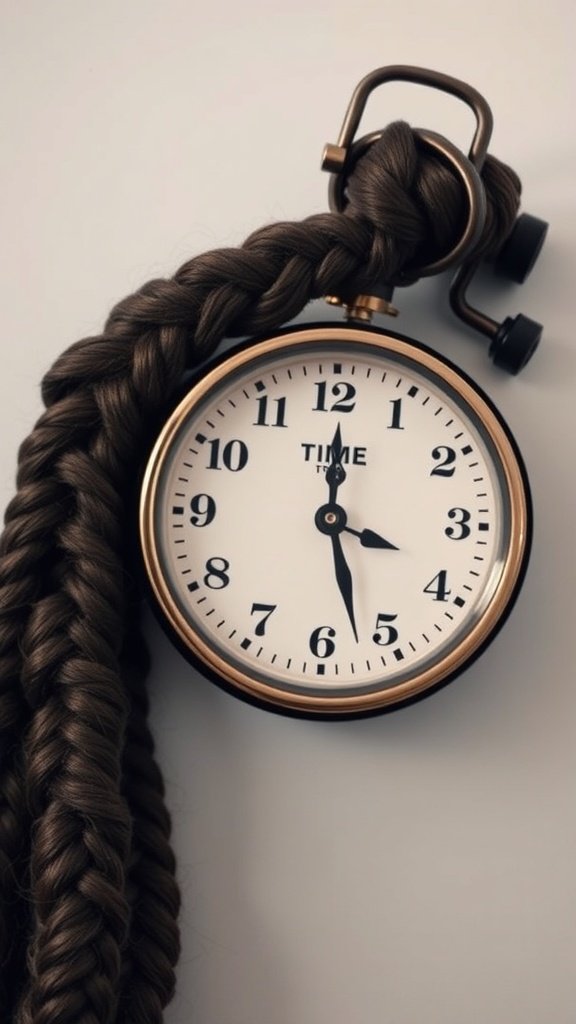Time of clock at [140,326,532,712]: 3:27
